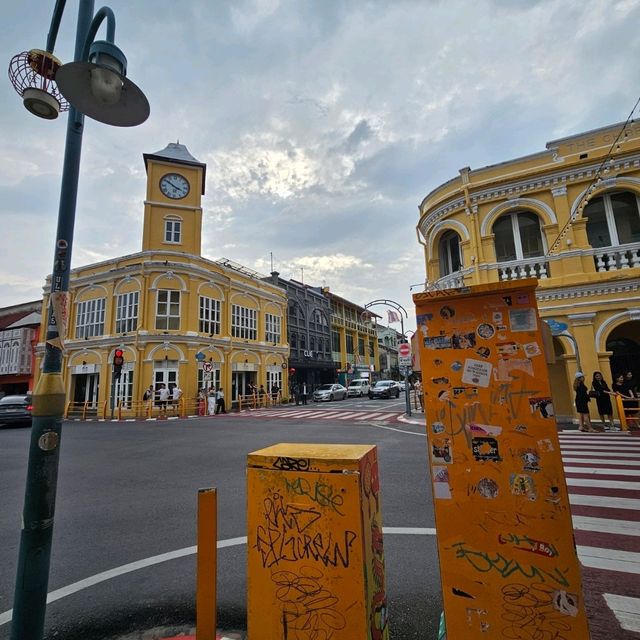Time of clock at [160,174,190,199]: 3:50
